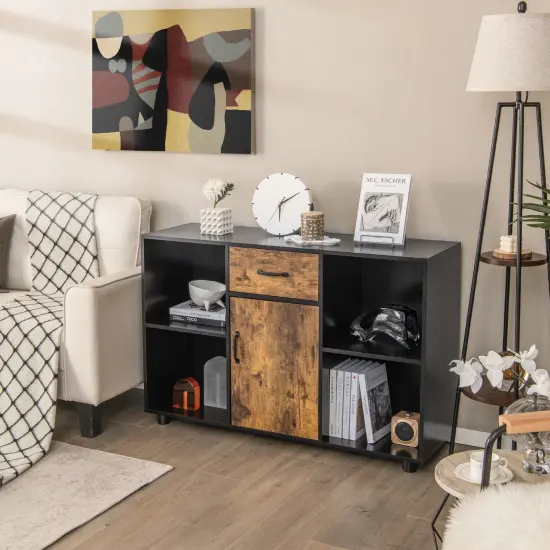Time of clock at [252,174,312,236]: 6:10
